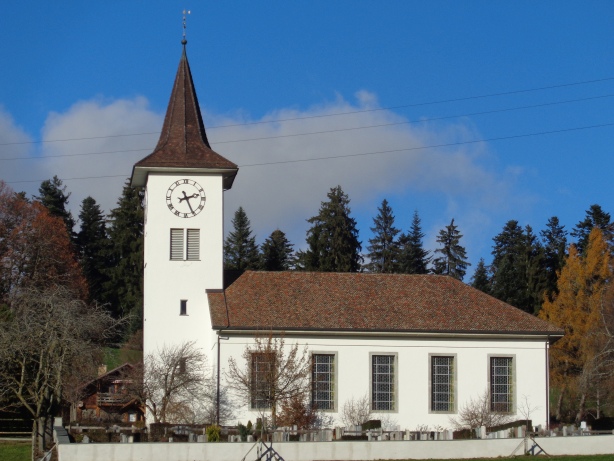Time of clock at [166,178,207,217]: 2:25
